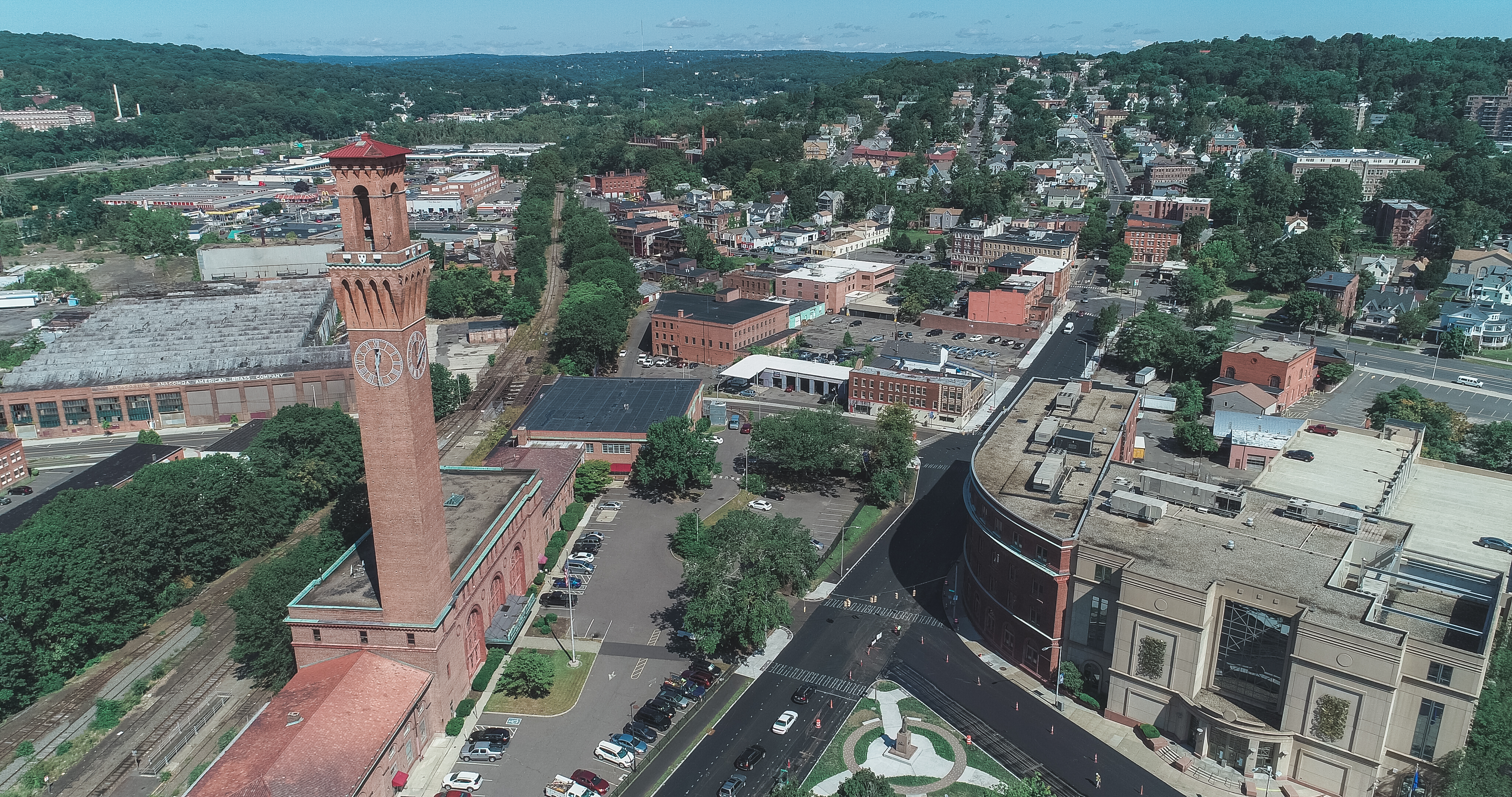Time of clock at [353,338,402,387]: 12:30
